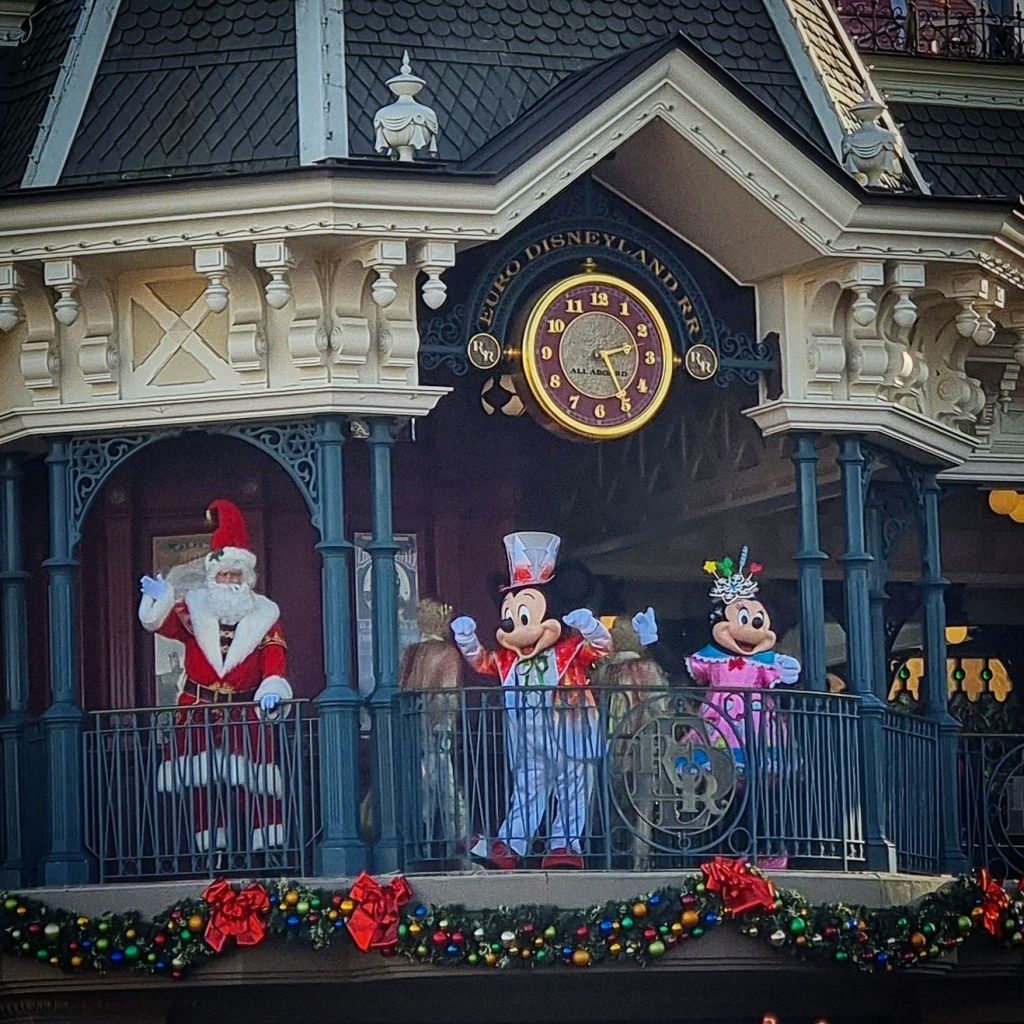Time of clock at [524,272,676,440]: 2:25
